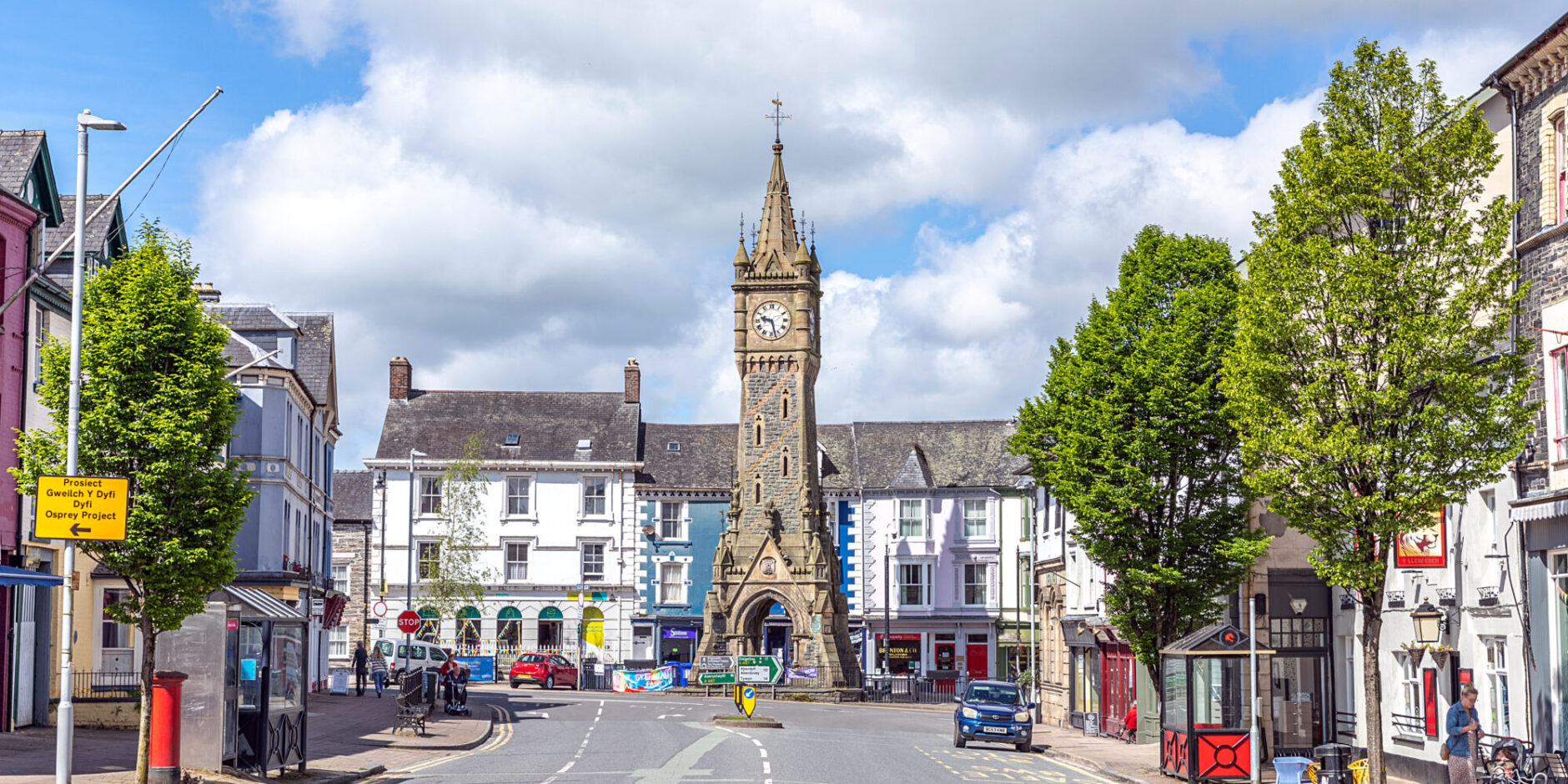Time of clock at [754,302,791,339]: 9:27
